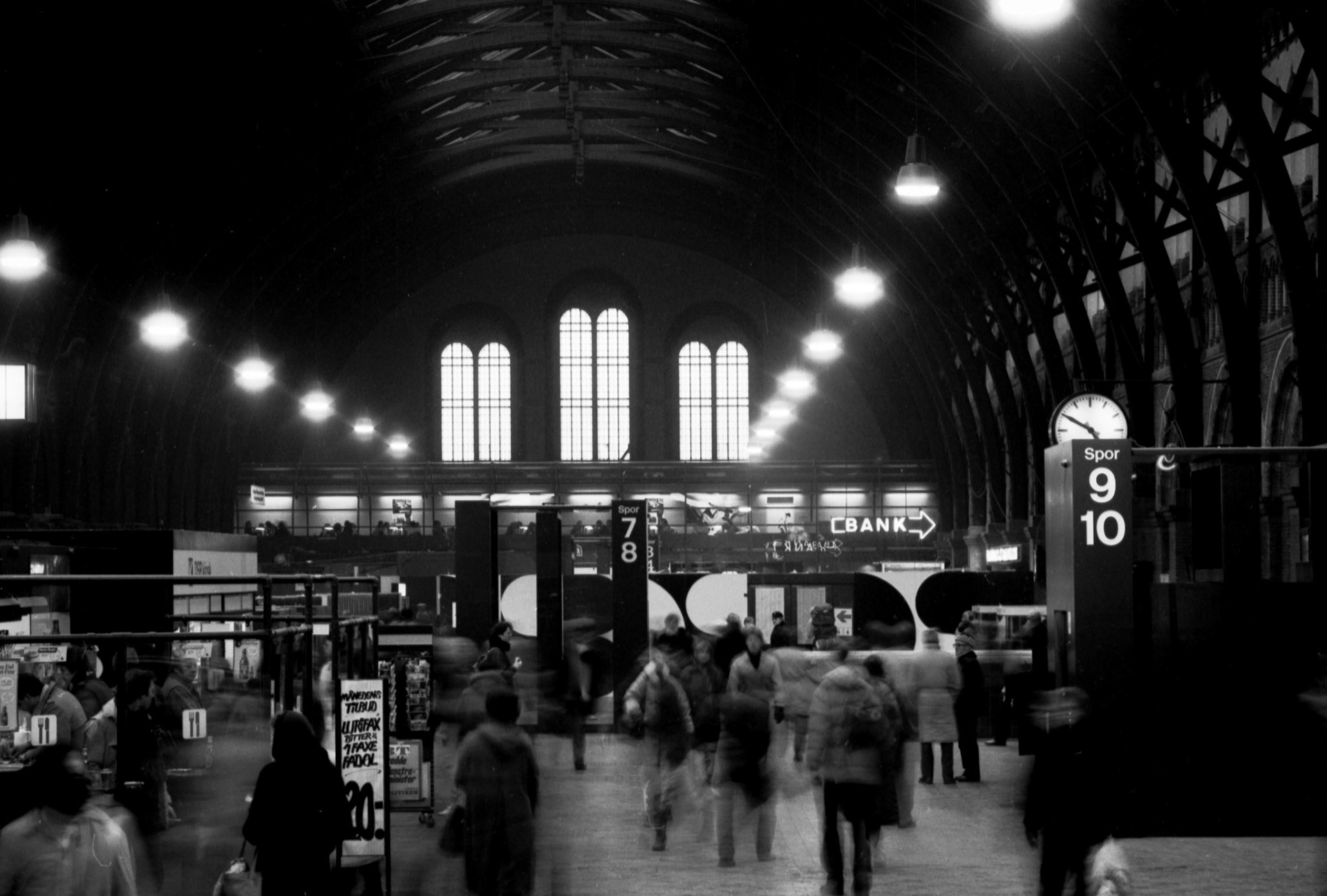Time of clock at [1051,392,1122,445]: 4:50
